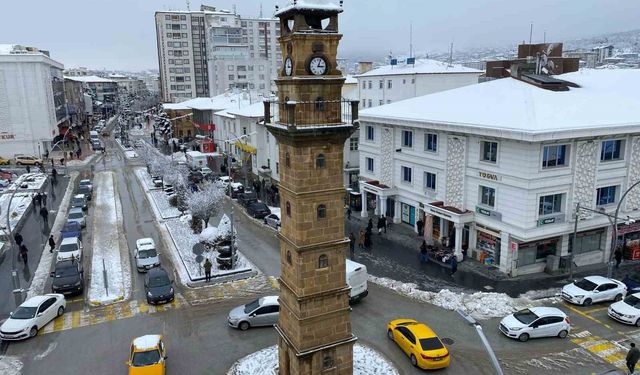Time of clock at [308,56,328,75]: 3:04
